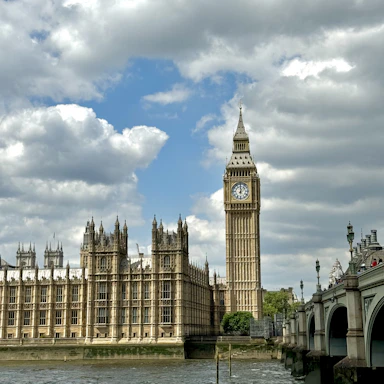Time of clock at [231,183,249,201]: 12:07
